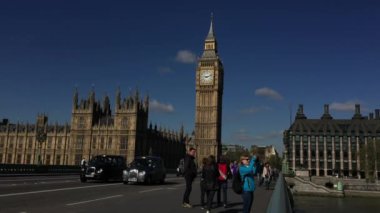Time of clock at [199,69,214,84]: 9:12
